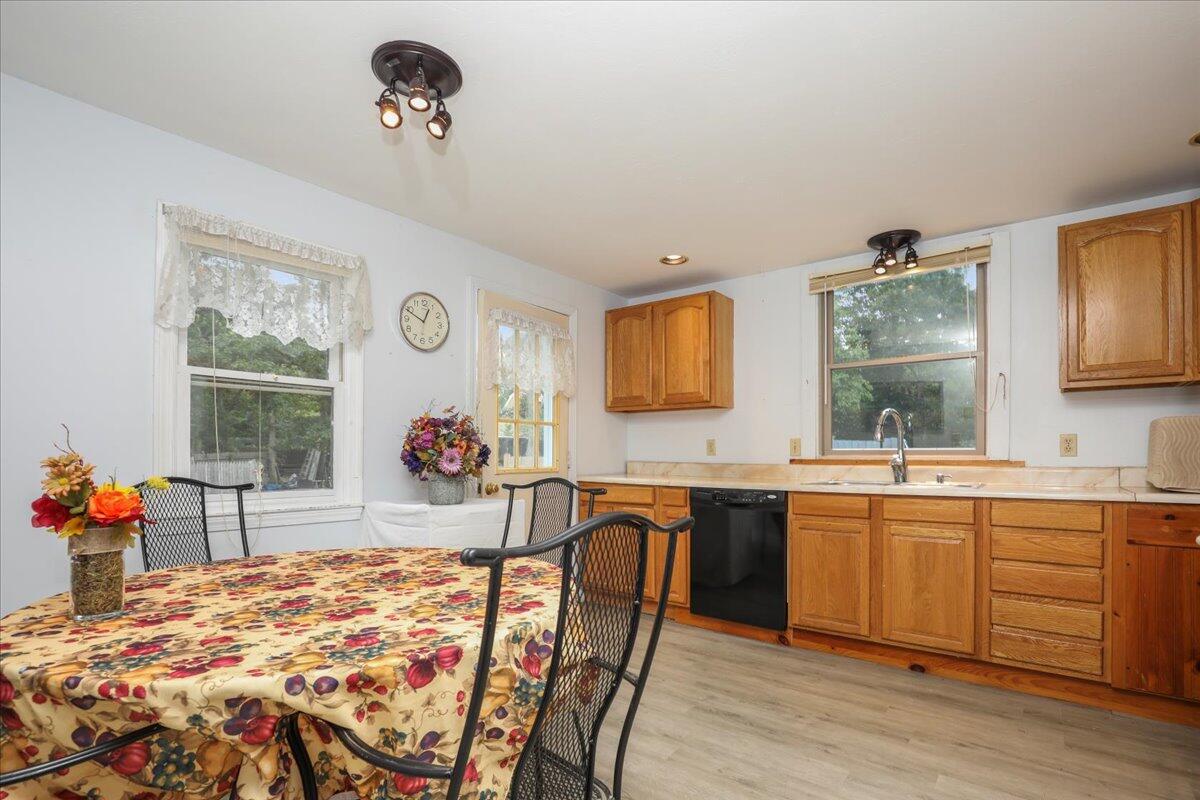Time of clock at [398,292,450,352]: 12:49
